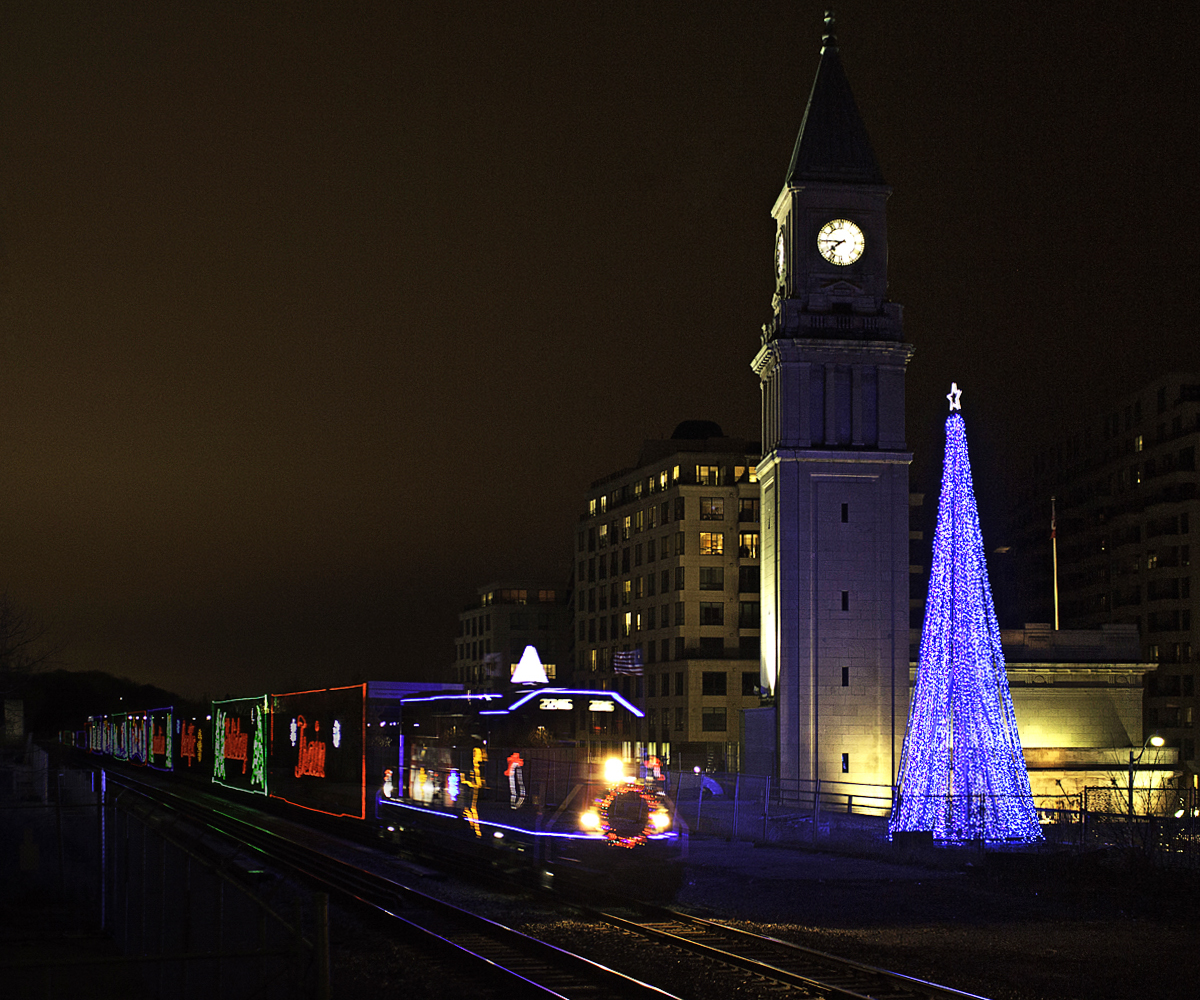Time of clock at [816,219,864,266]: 7:45
